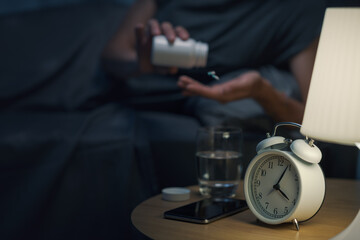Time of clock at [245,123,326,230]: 4:04
